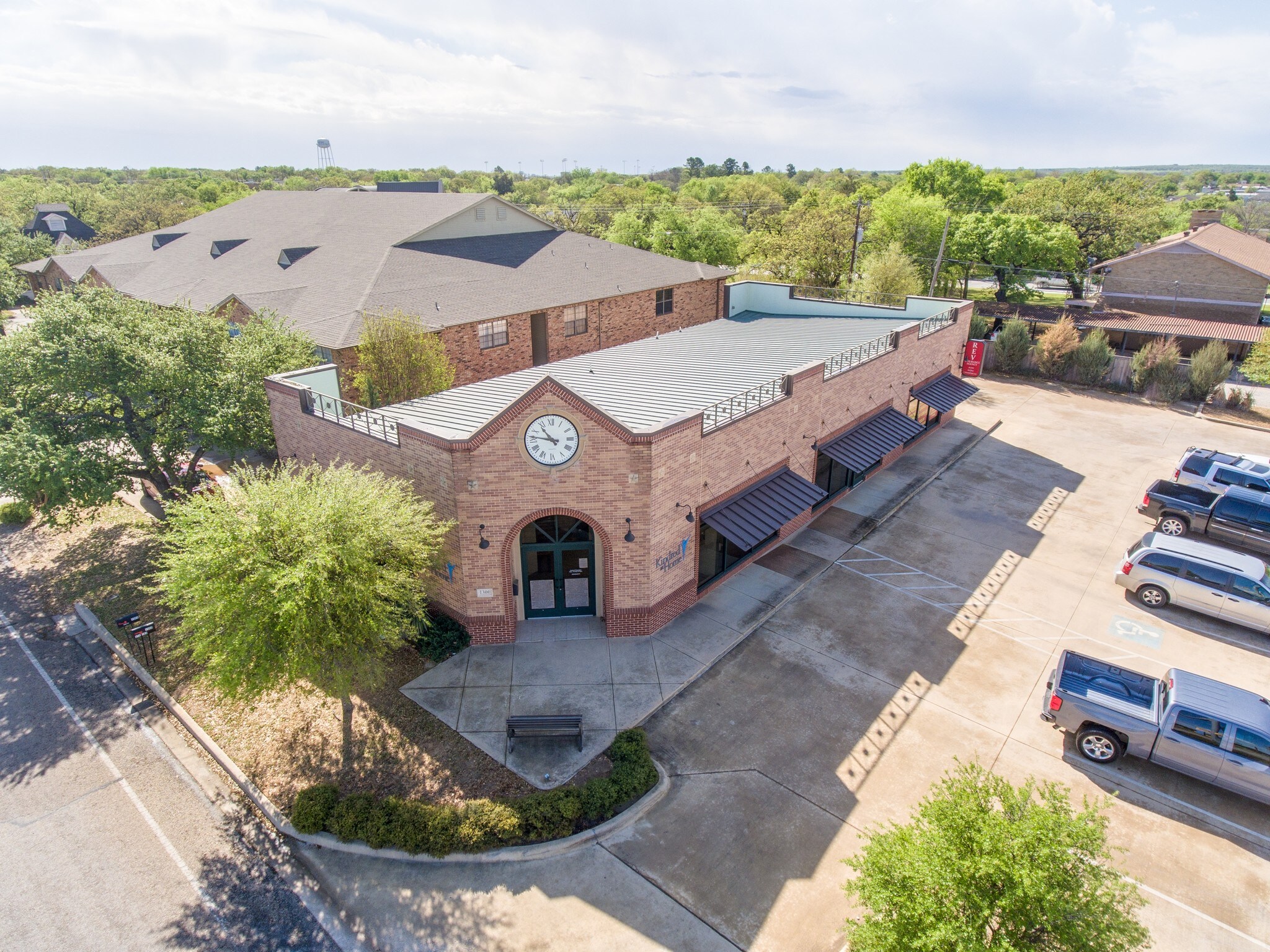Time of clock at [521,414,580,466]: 10:46
